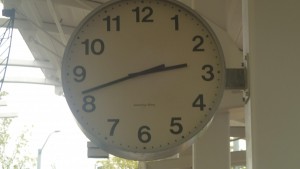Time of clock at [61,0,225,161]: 2:42
